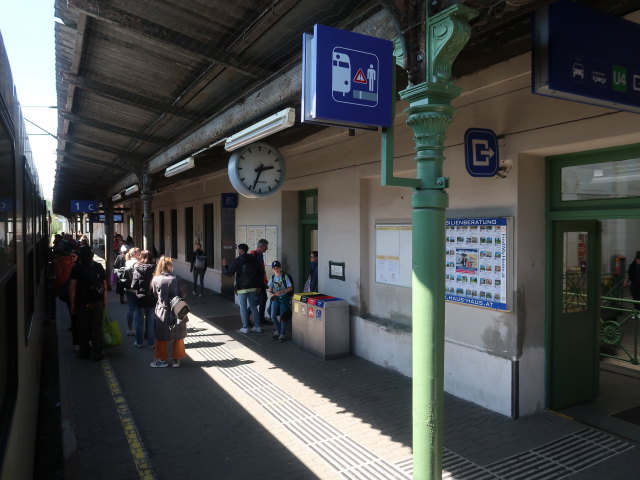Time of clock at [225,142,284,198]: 2:33
